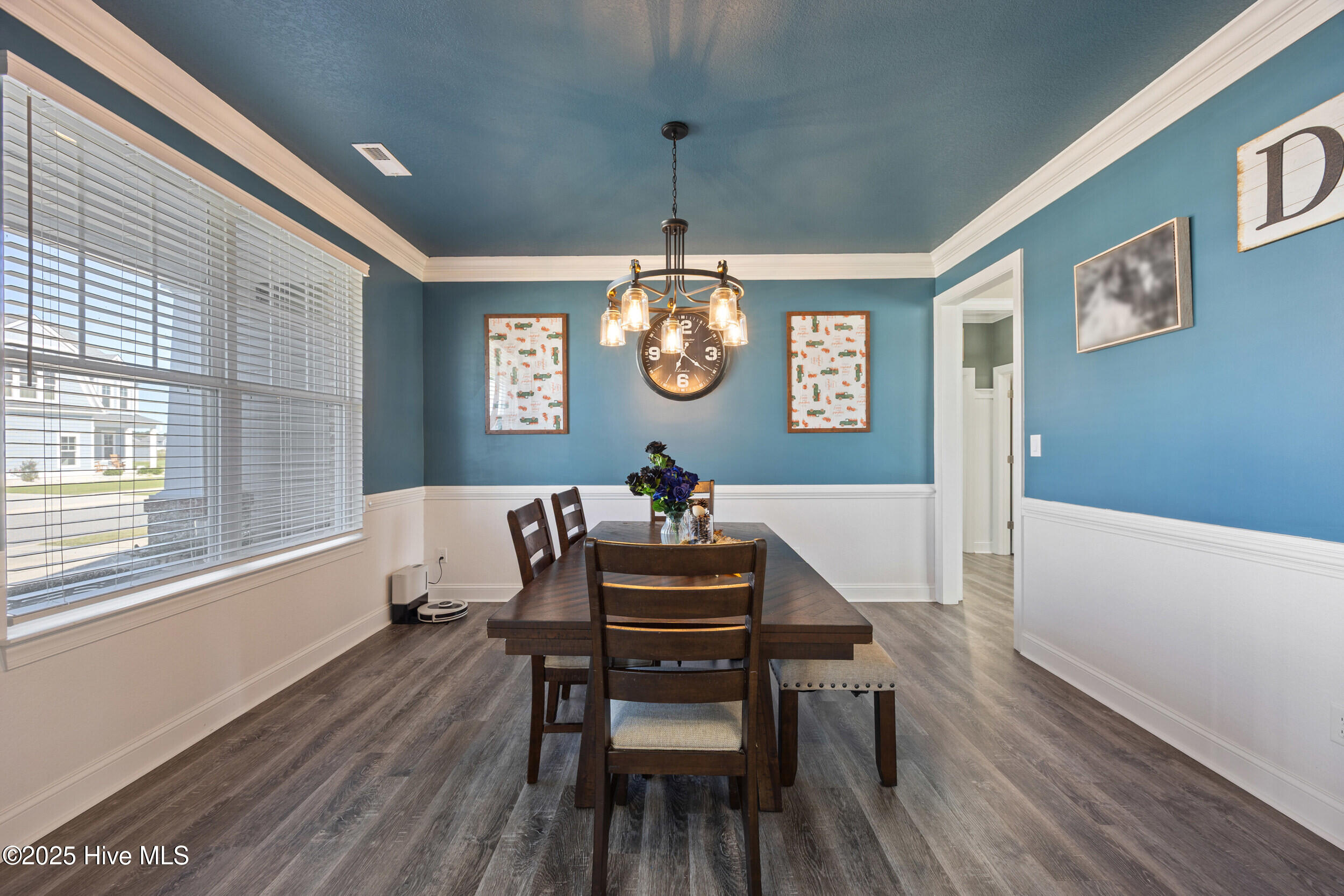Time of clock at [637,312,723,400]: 6:20
